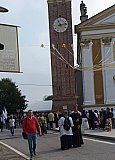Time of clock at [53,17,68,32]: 11:13
